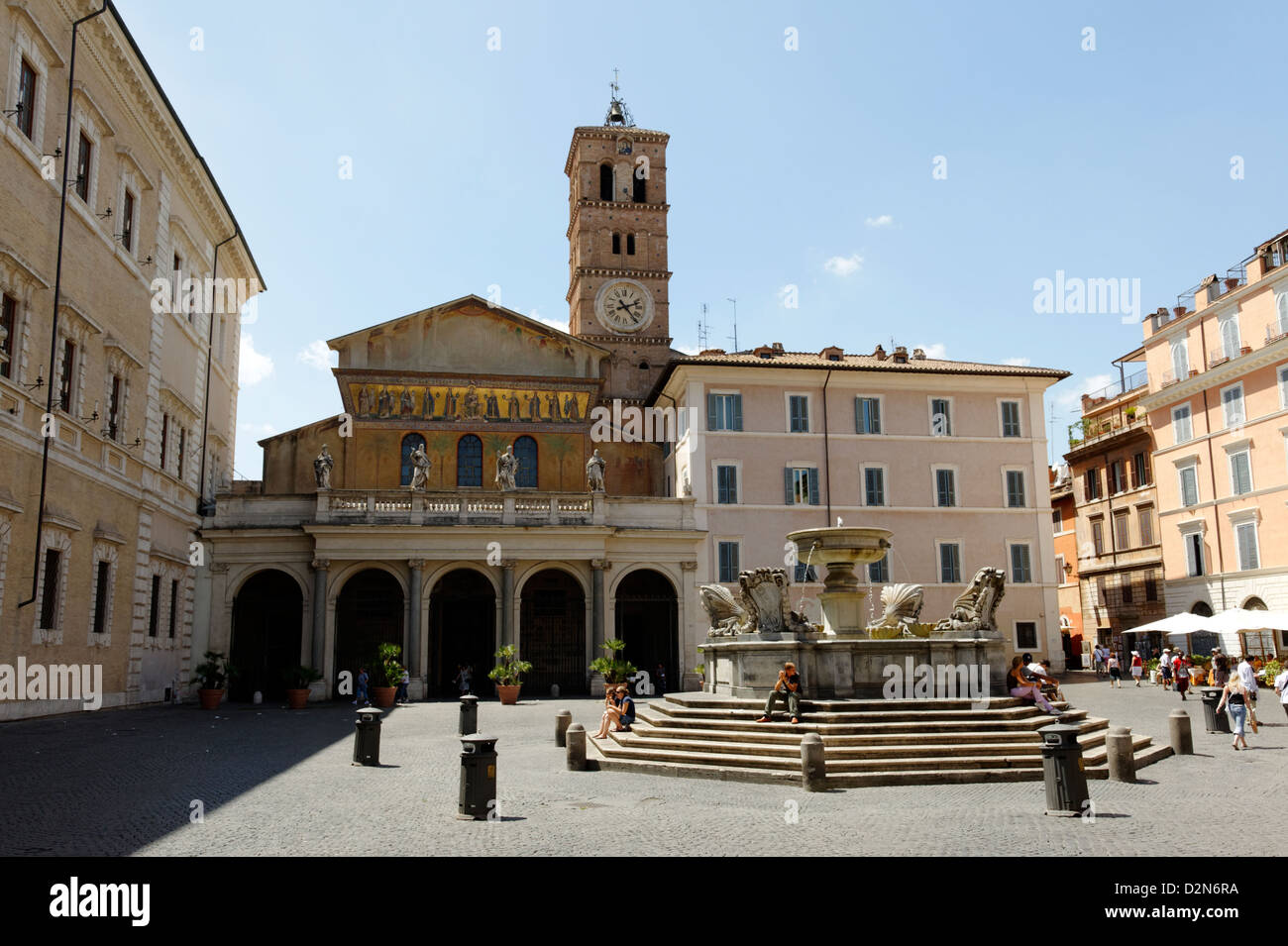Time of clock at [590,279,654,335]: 2:23
